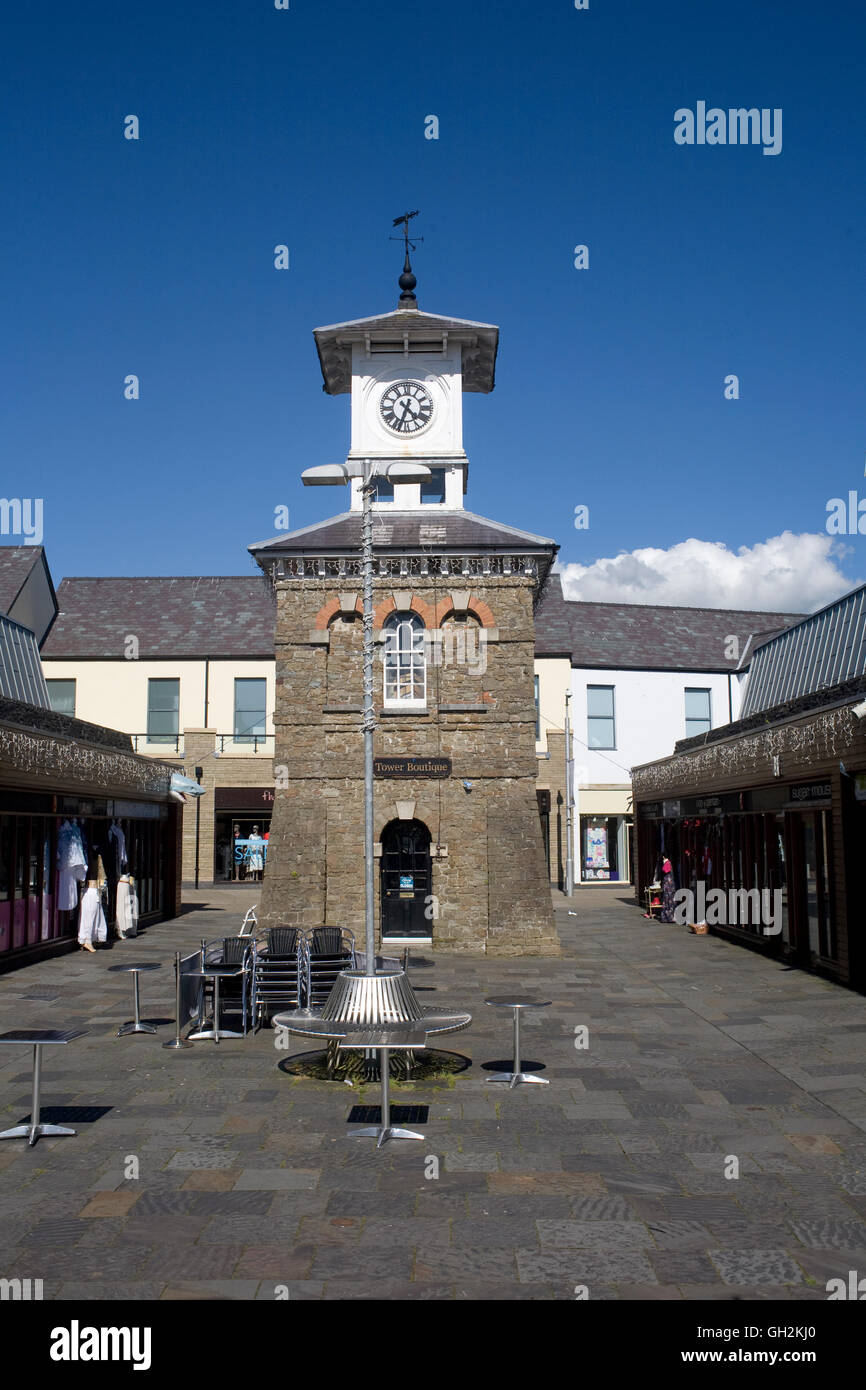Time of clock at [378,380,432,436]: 4:33
